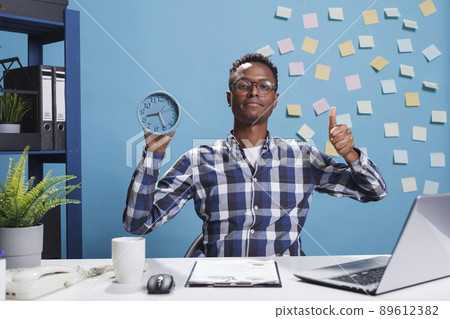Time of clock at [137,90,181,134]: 8:24
